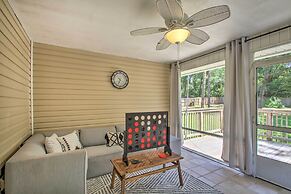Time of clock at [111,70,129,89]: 6:52
